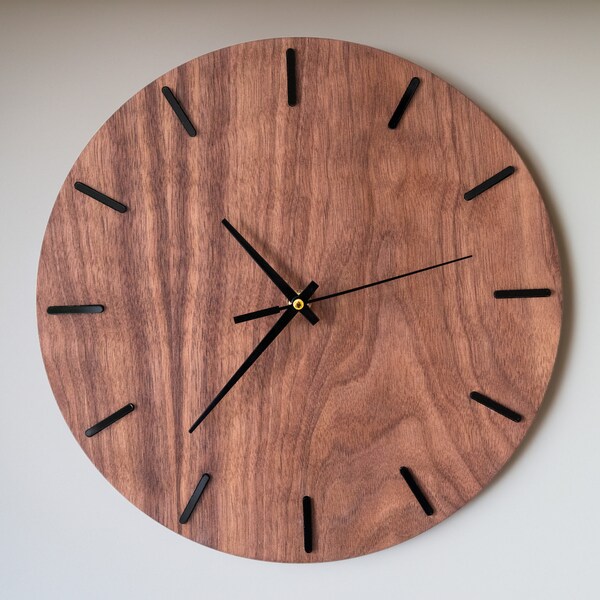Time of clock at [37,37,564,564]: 10:37
